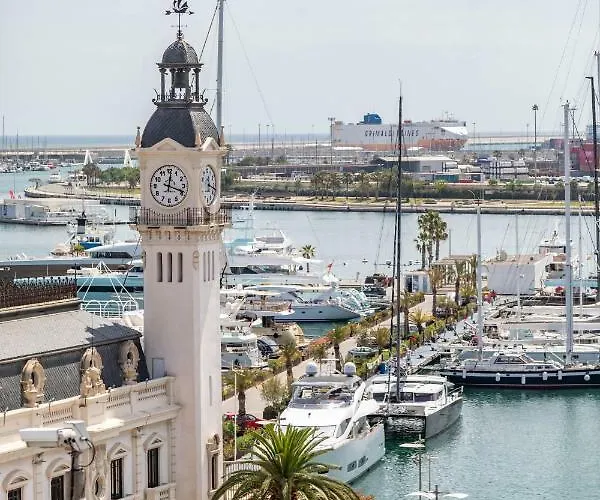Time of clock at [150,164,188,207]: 12:18
